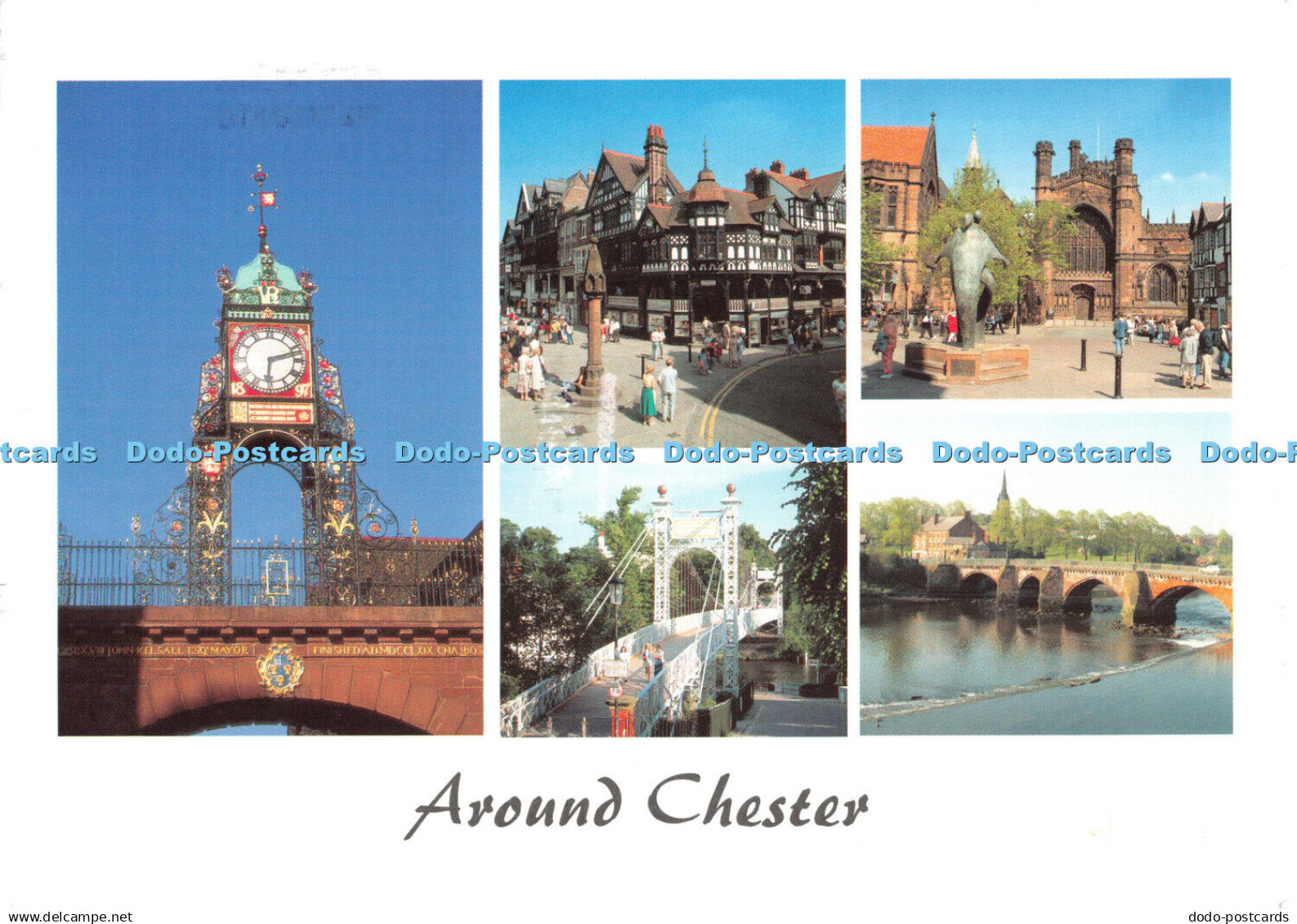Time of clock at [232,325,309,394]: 6:12
